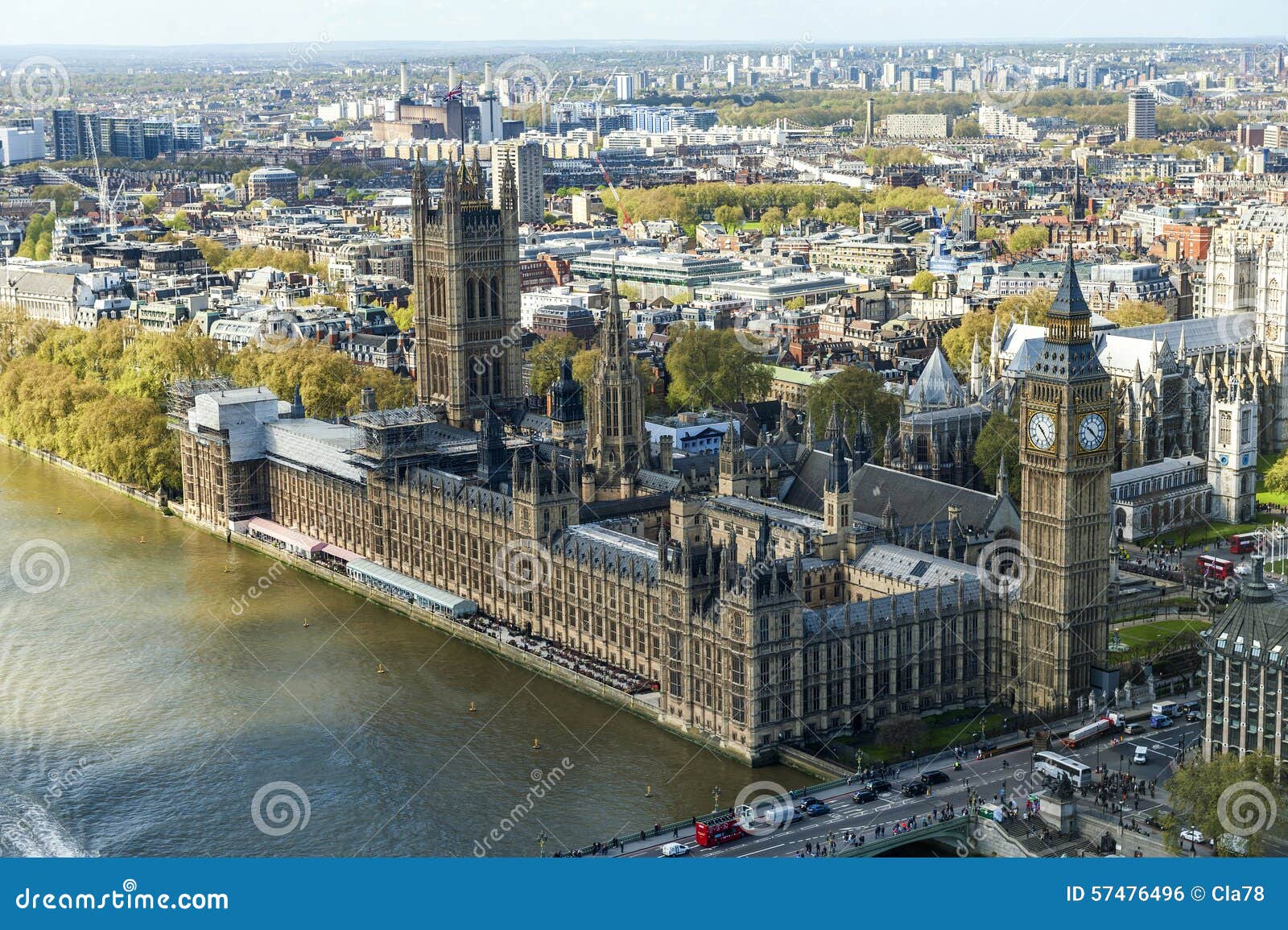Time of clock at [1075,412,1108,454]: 10:22
